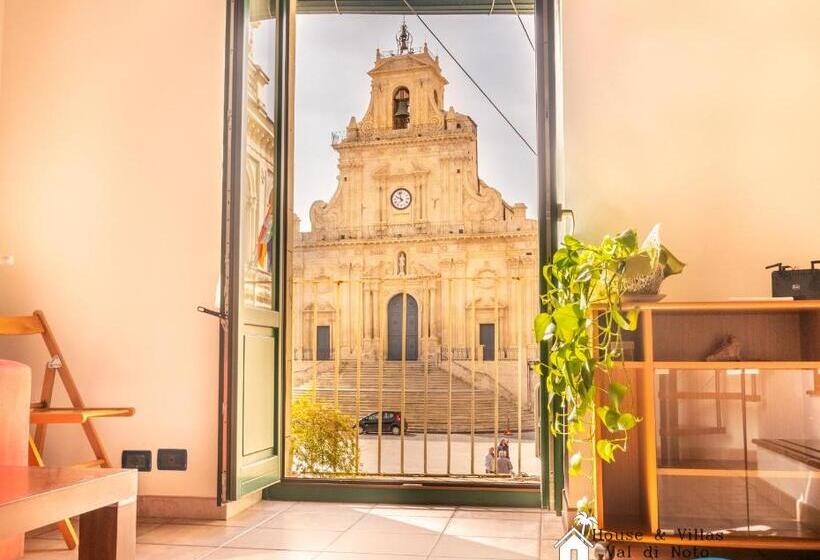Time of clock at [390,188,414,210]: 9:57
